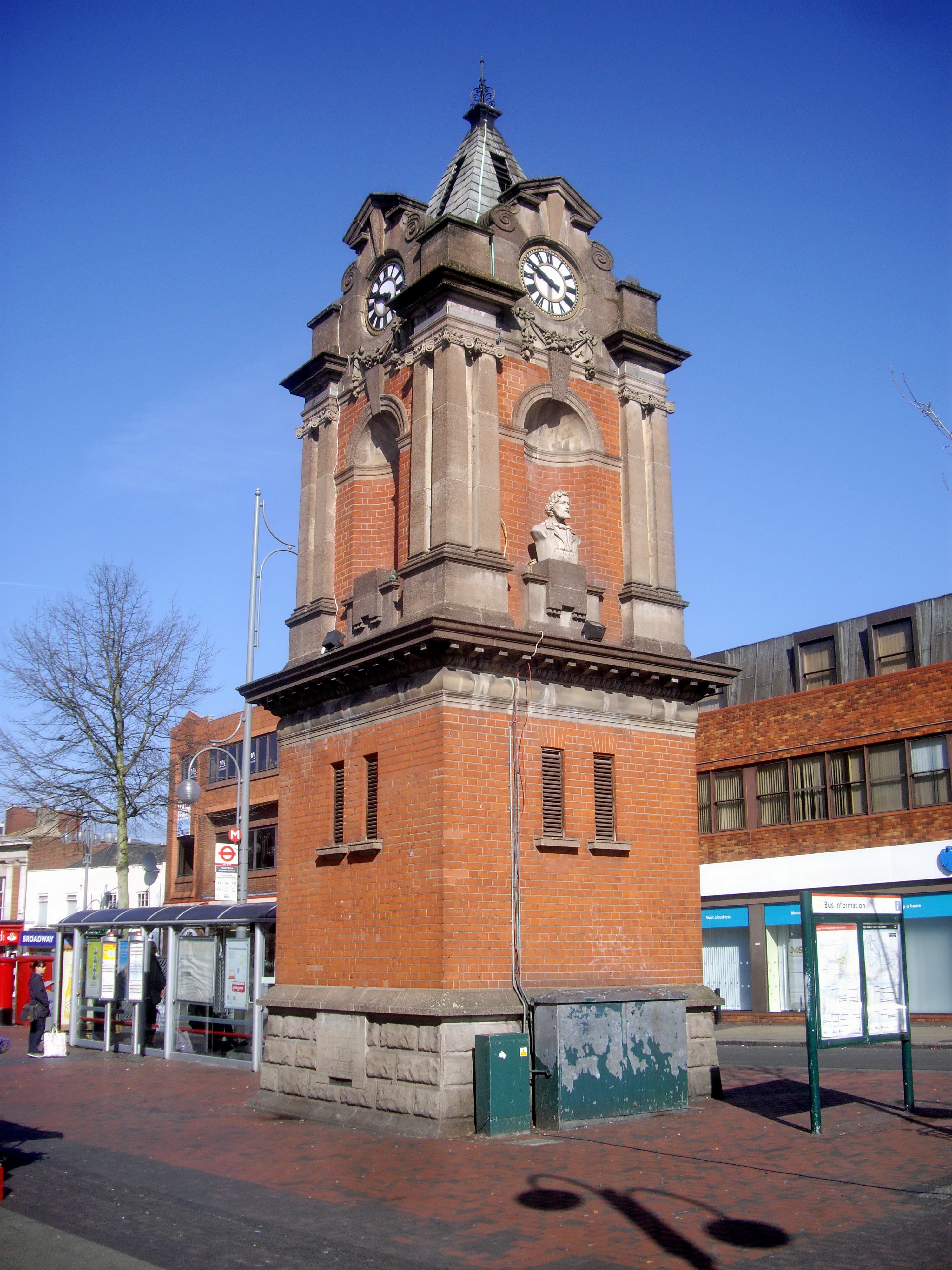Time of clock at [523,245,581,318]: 9:50
